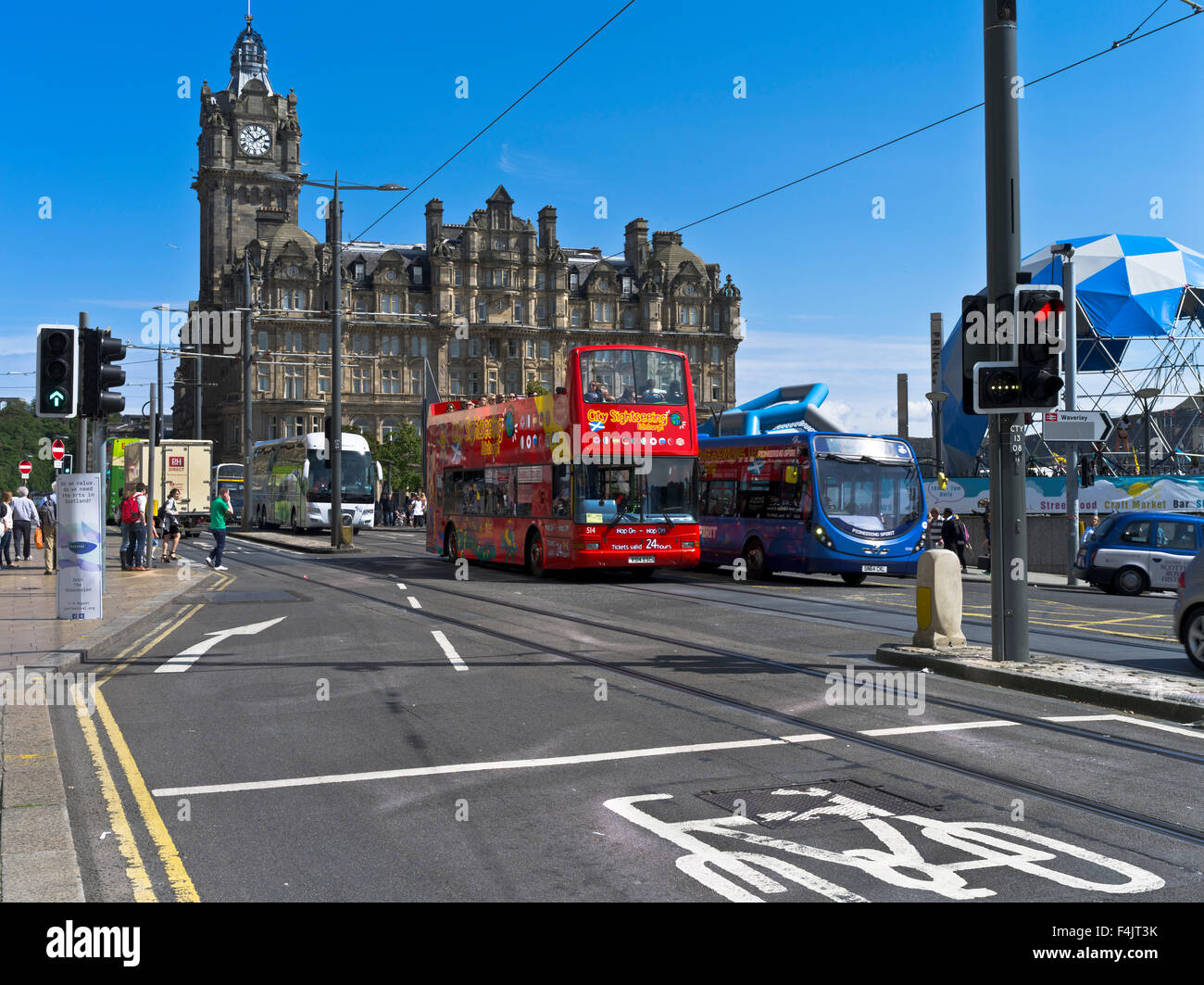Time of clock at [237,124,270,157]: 1:52
